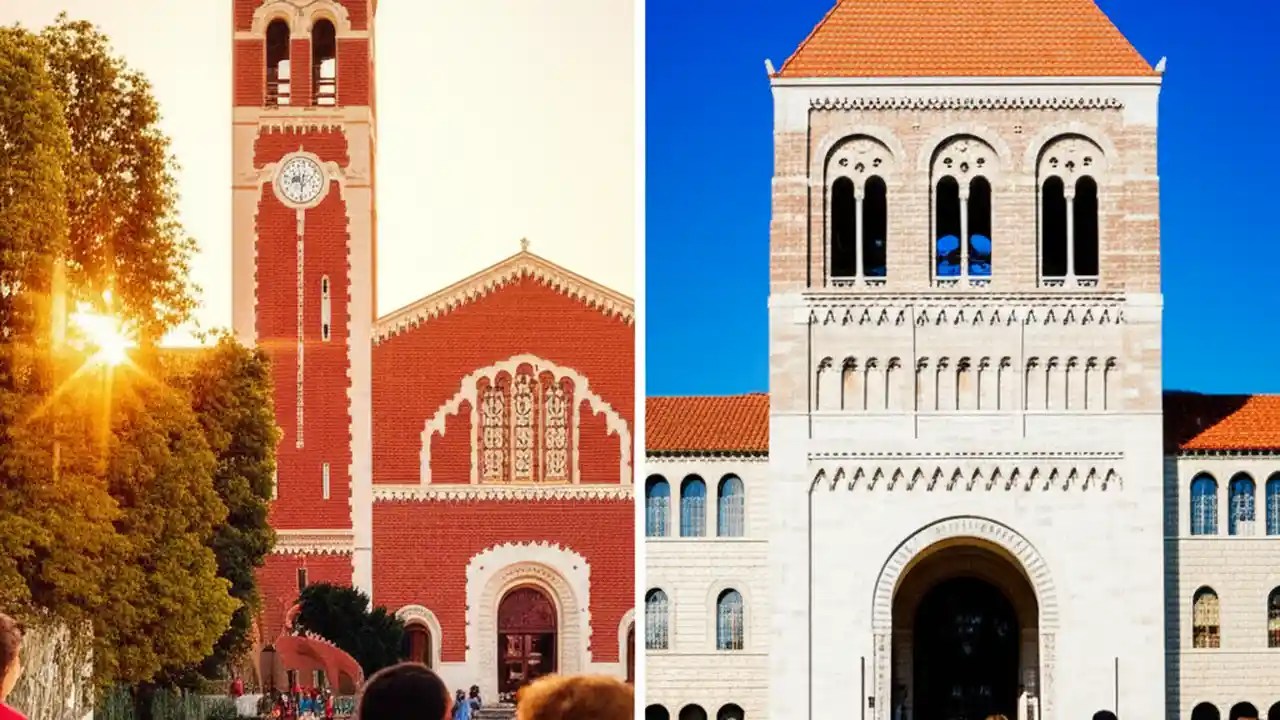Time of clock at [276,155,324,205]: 8:30
